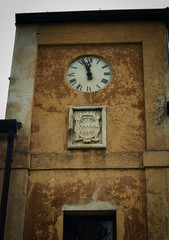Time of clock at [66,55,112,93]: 11:56
